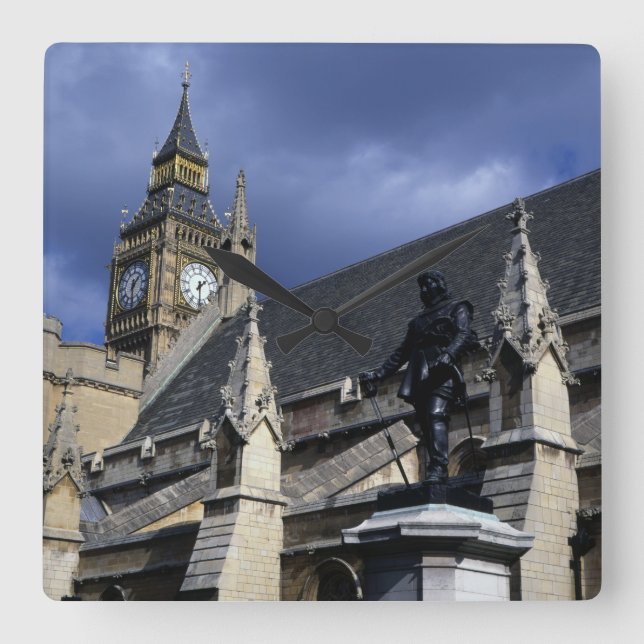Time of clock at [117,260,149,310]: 1:30
